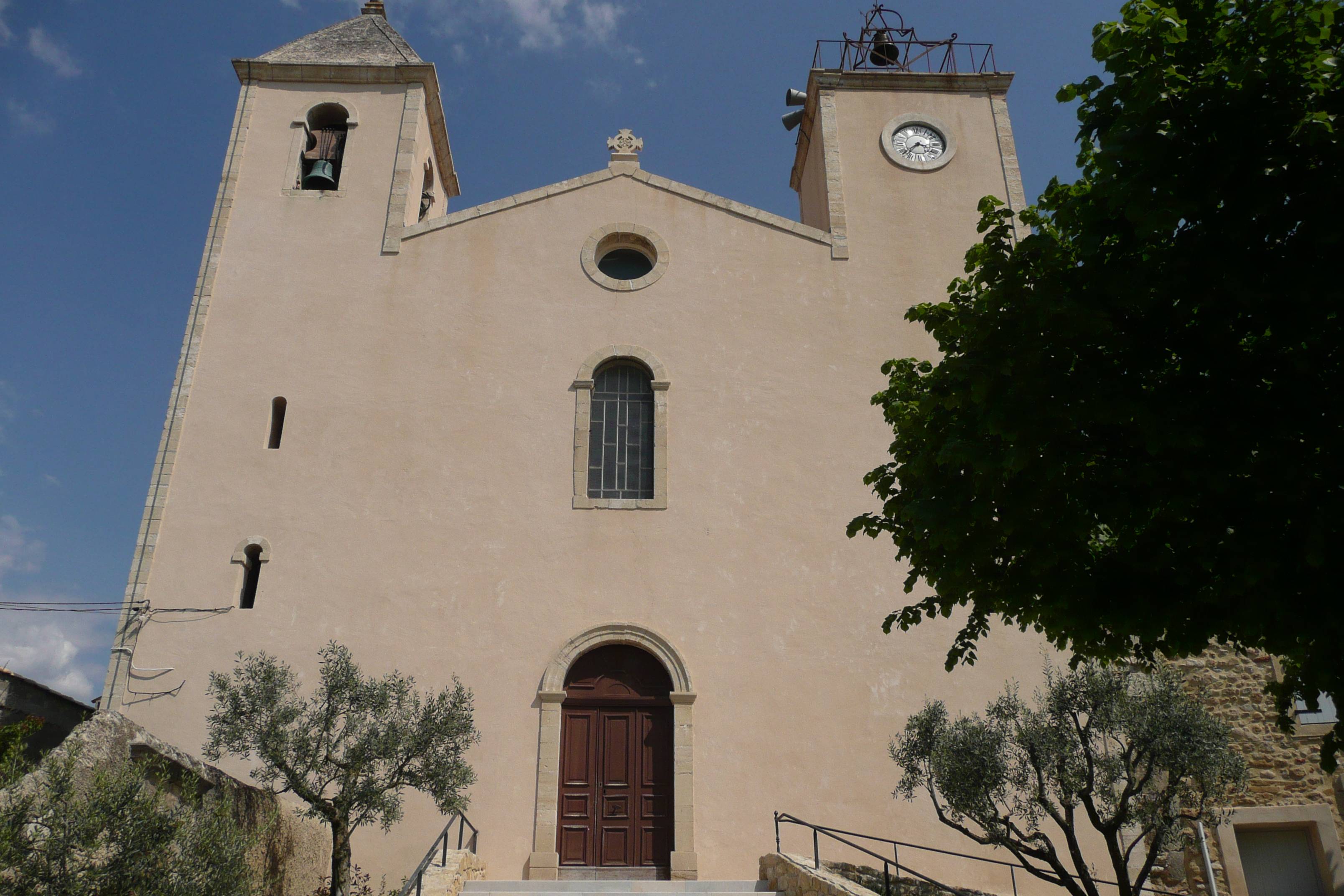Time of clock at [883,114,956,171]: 3:37
